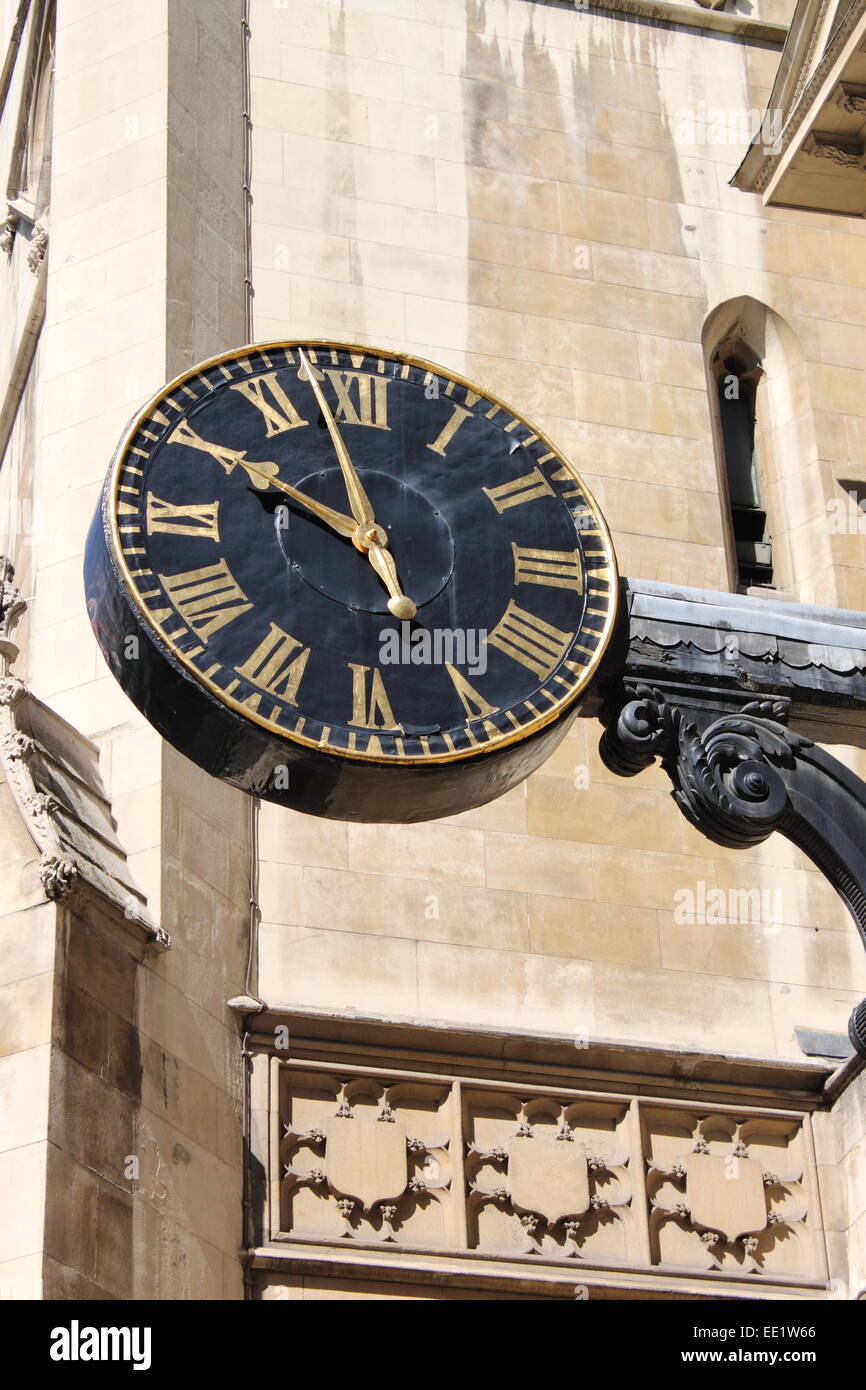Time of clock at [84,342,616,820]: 9:57
